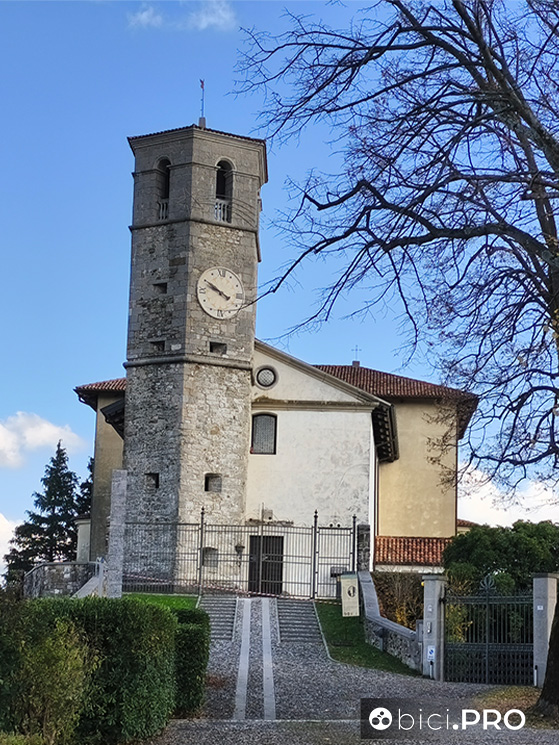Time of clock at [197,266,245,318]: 9:50
